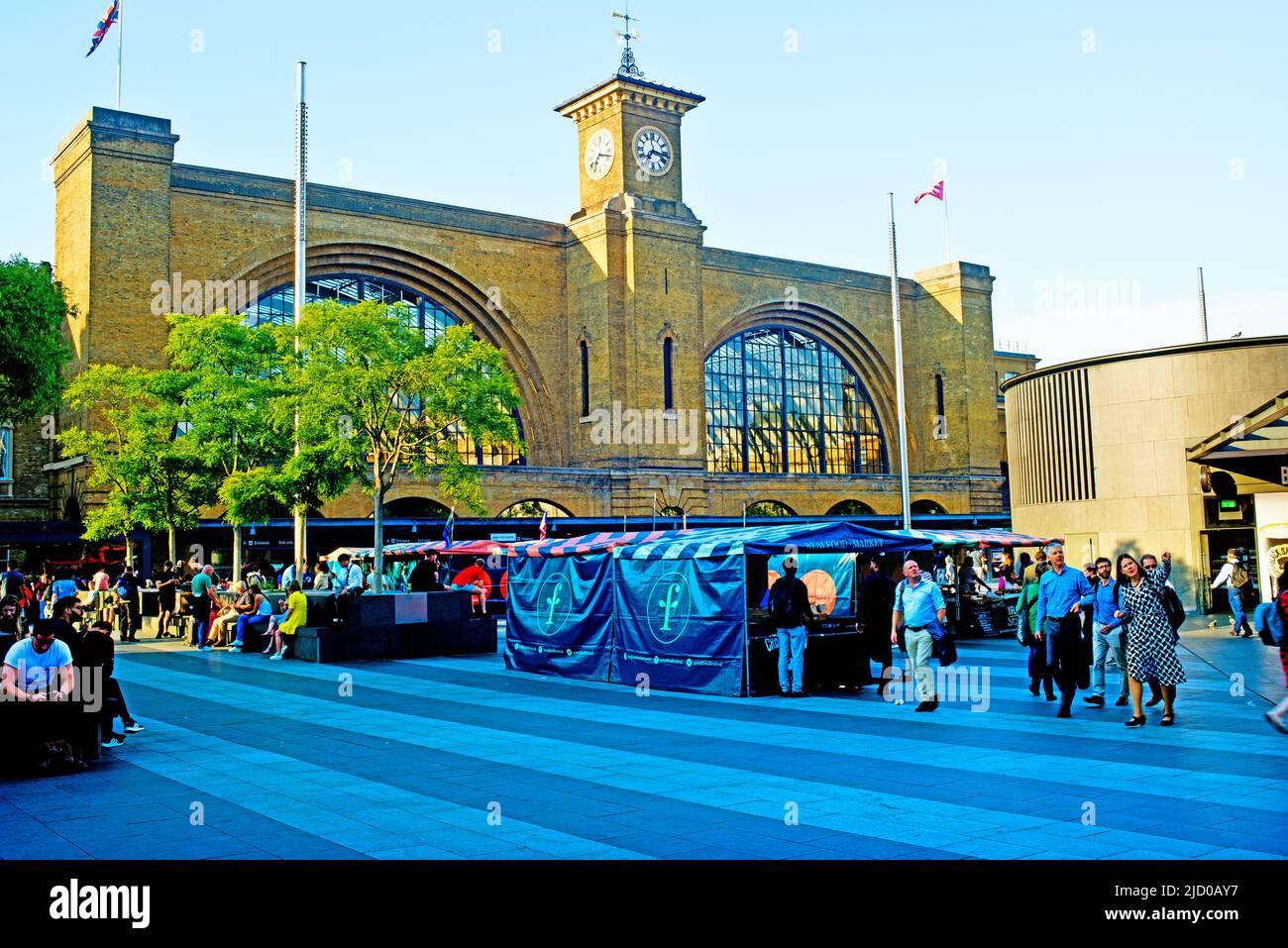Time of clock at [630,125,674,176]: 7:16
